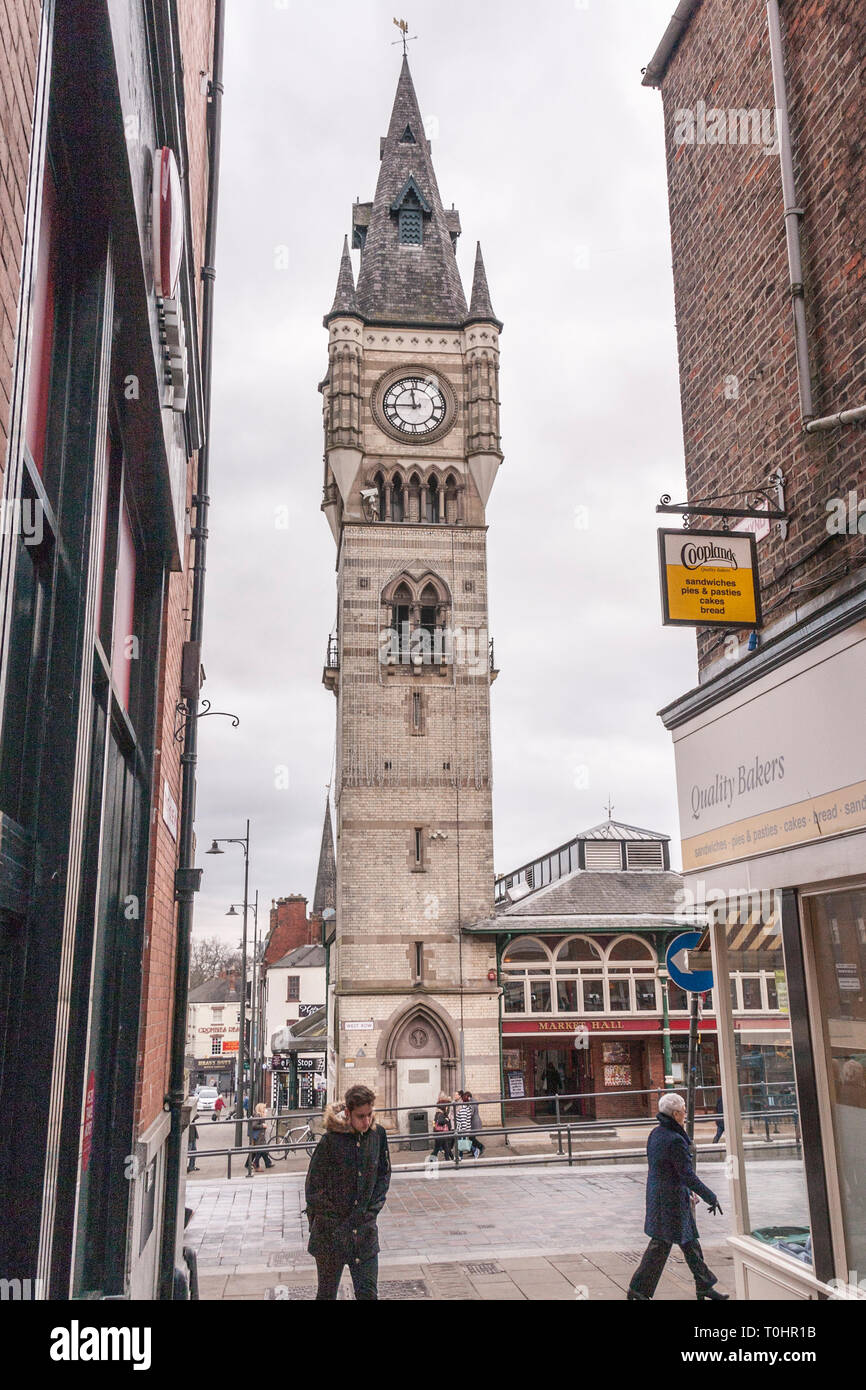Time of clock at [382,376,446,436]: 11:44
